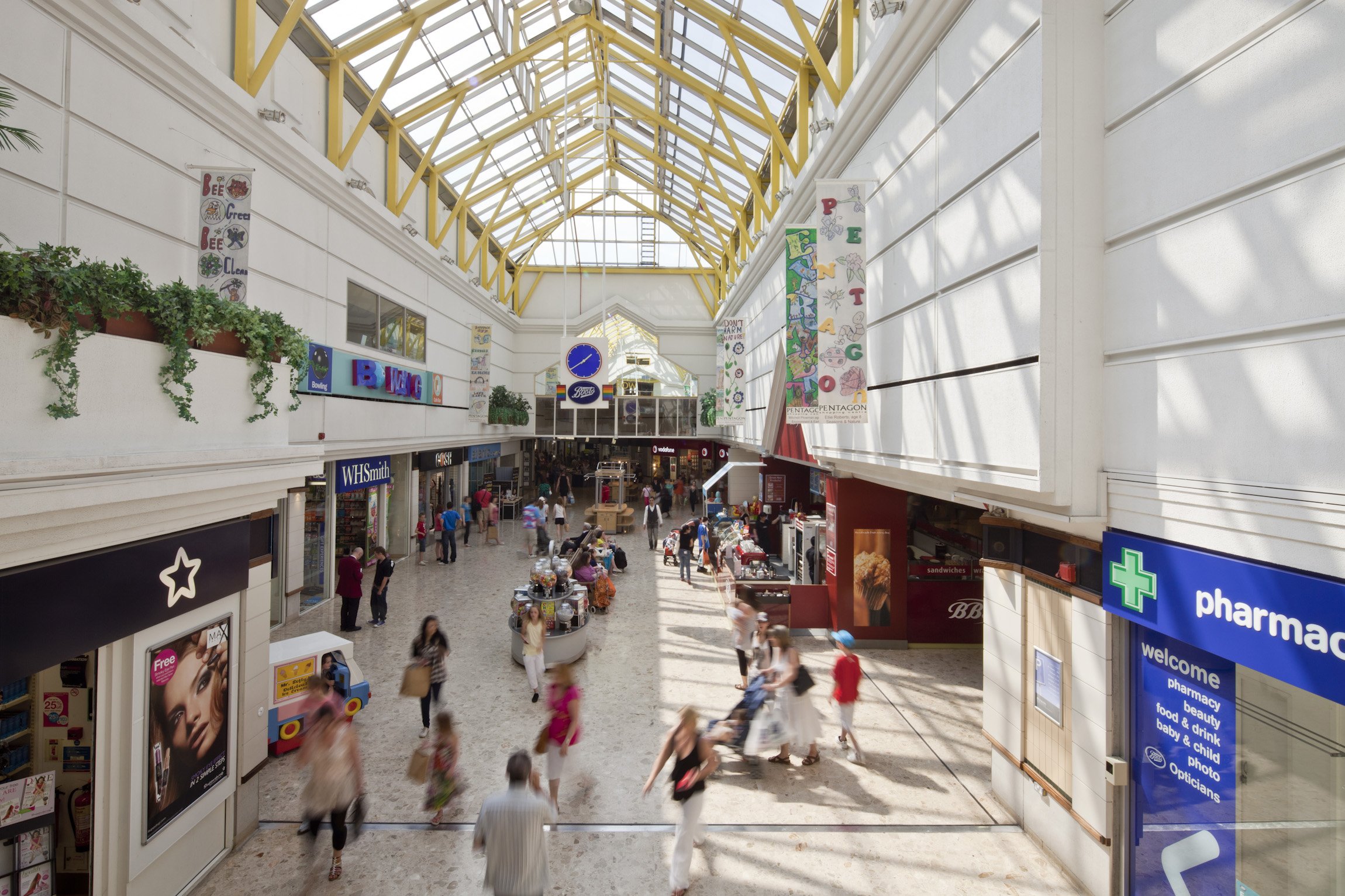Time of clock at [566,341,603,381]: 1:39
